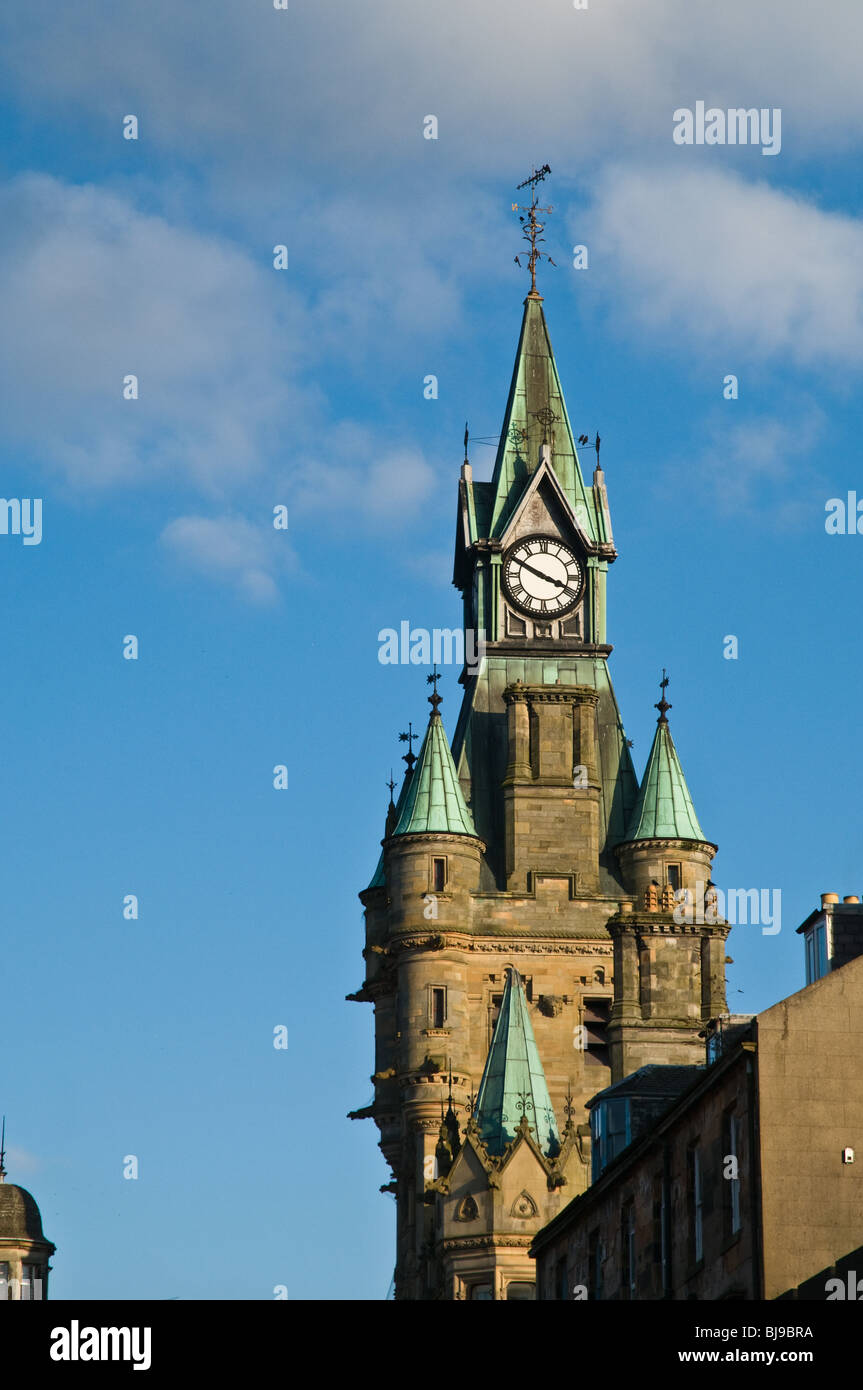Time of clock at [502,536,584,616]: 3:49
